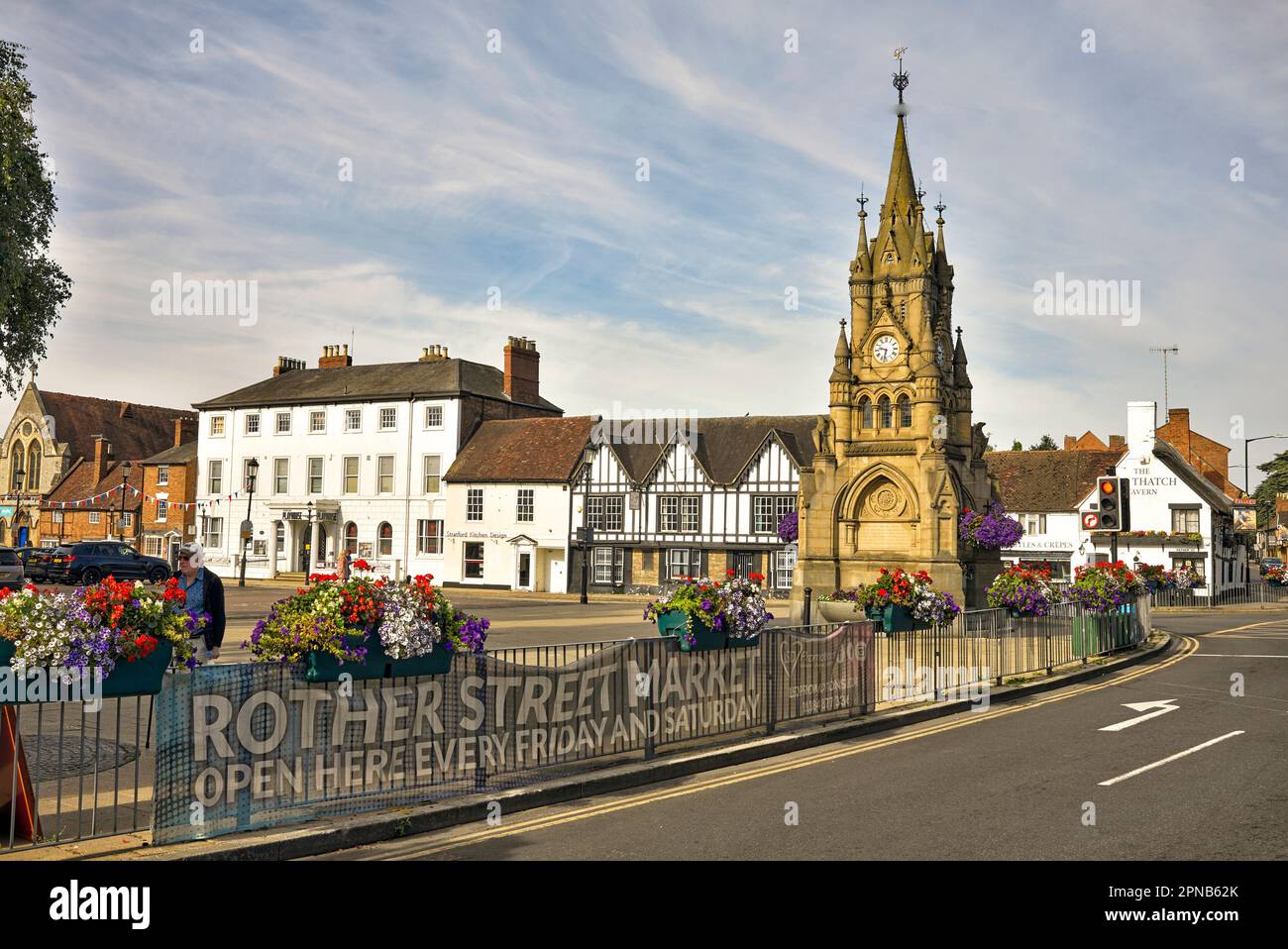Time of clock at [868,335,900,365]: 9:32
